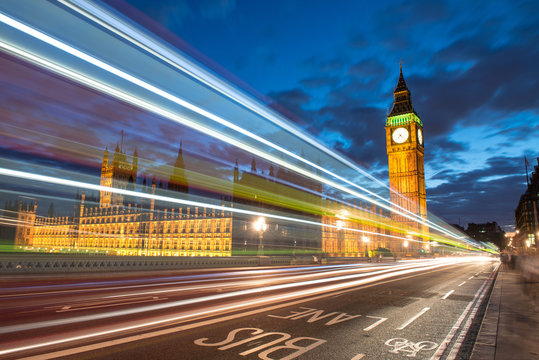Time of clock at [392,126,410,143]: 7:23
